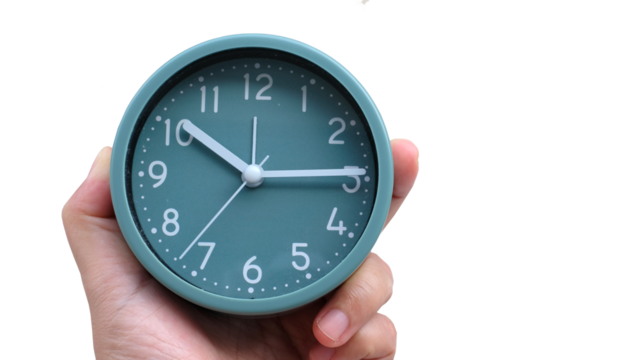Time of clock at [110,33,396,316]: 10:14
